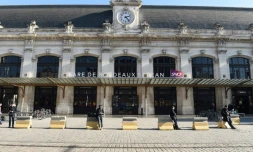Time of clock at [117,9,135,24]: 2:23
